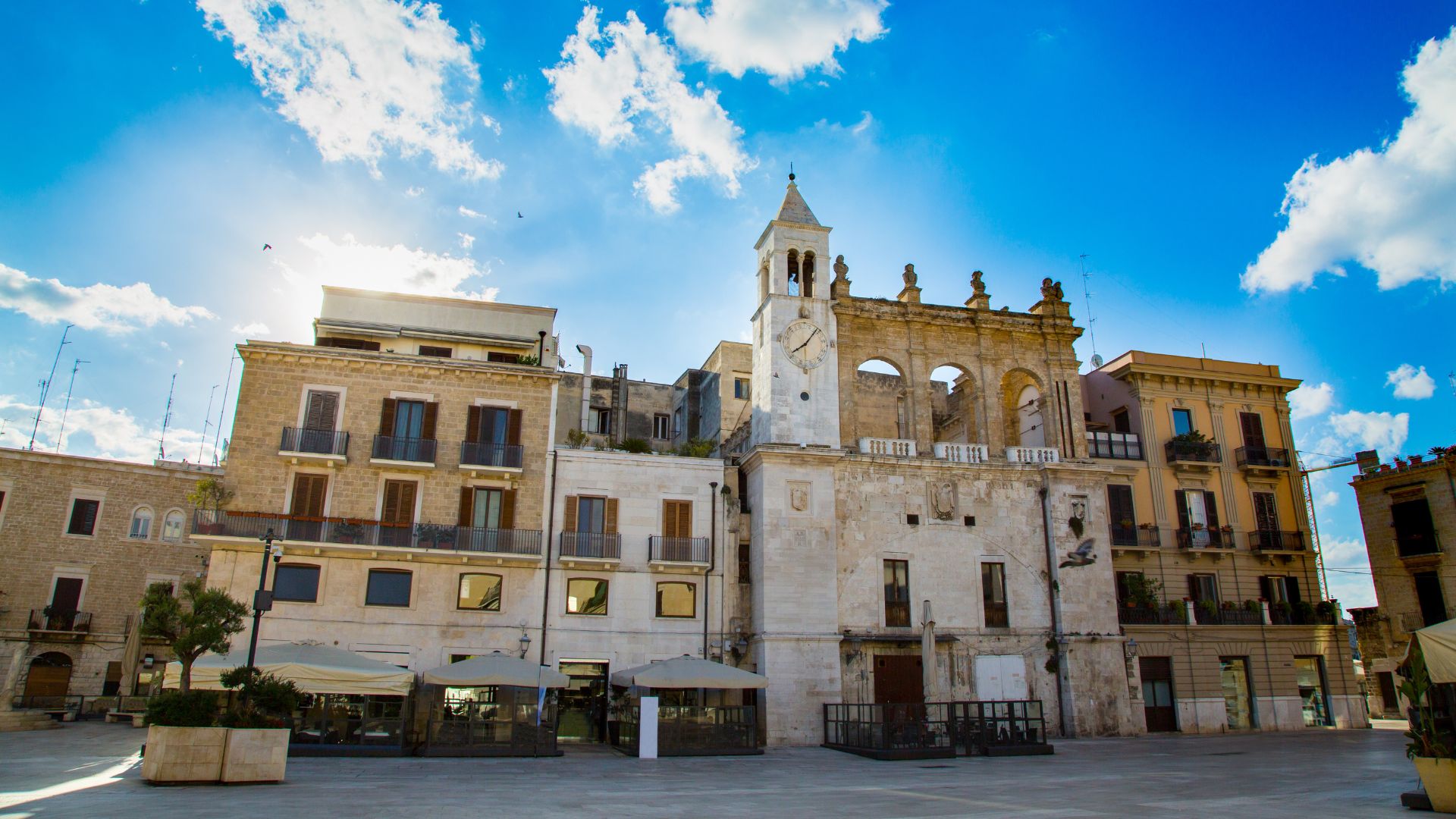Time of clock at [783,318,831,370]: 8:07
